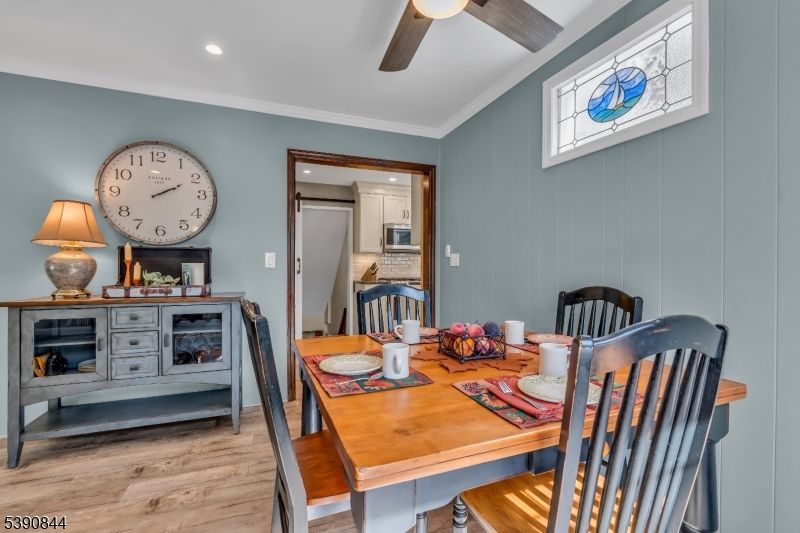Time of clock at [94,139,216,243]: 2:10
